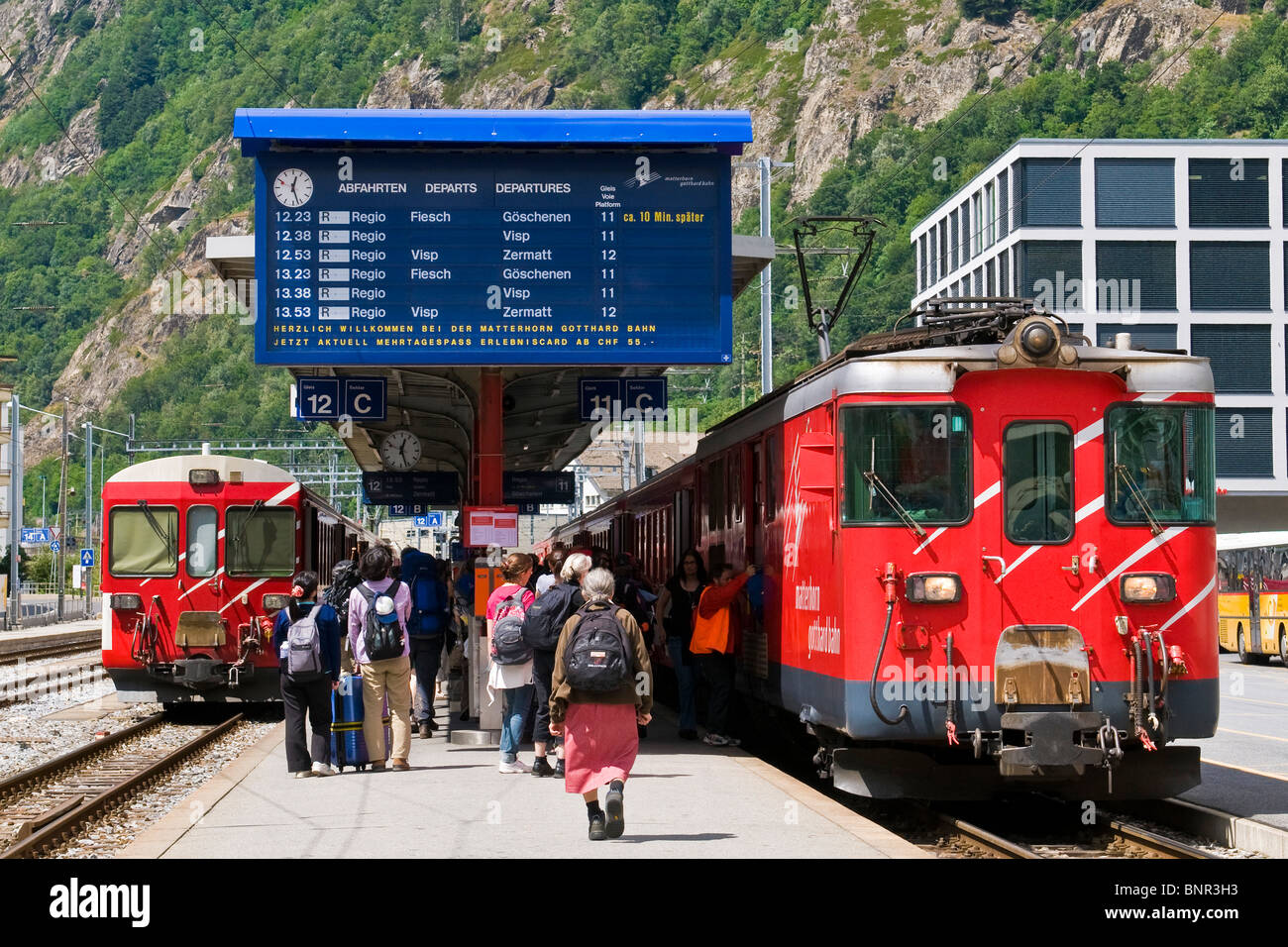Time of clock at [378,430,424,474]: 12:26
